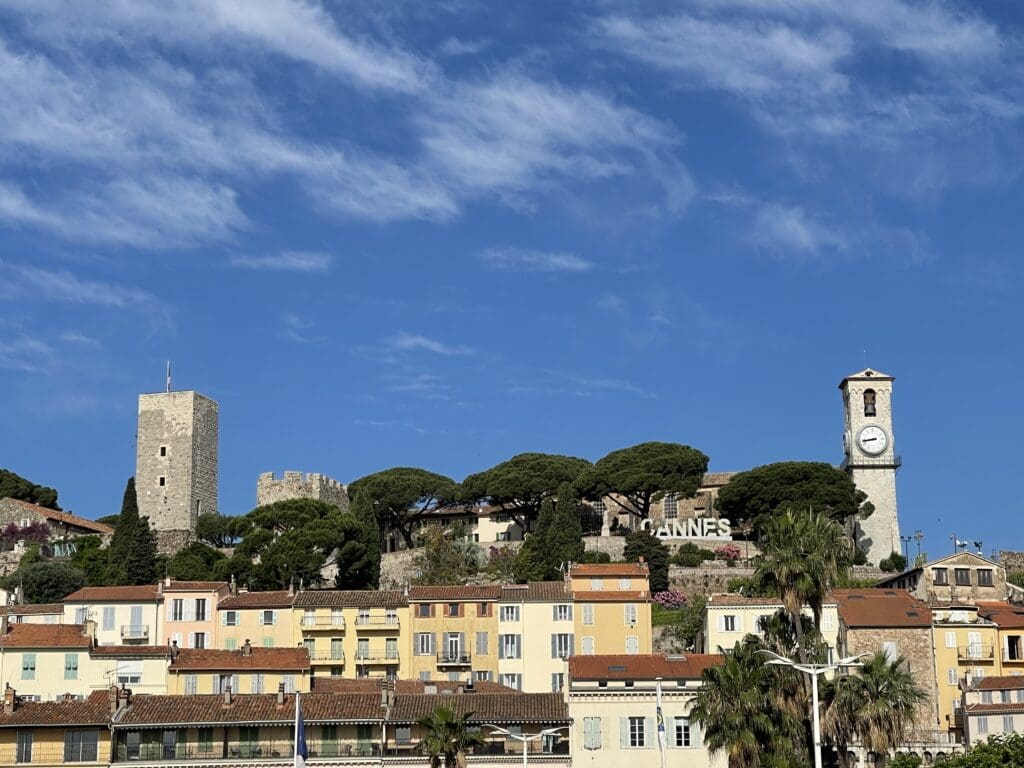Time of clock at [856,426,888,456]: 8:43
